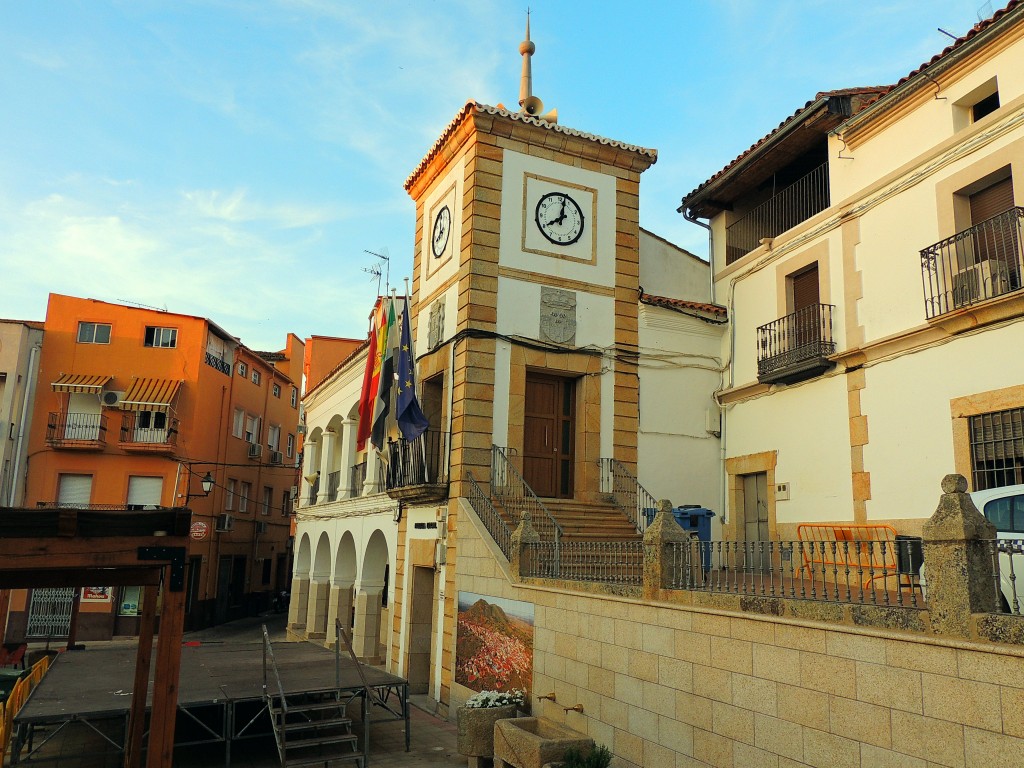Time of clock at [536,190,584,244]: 8:02
